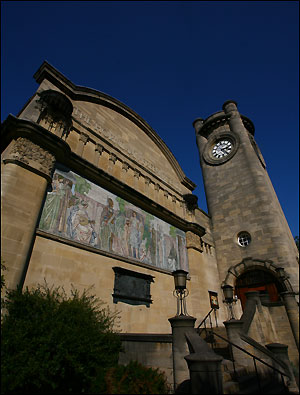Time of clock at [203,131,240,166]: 2:21
